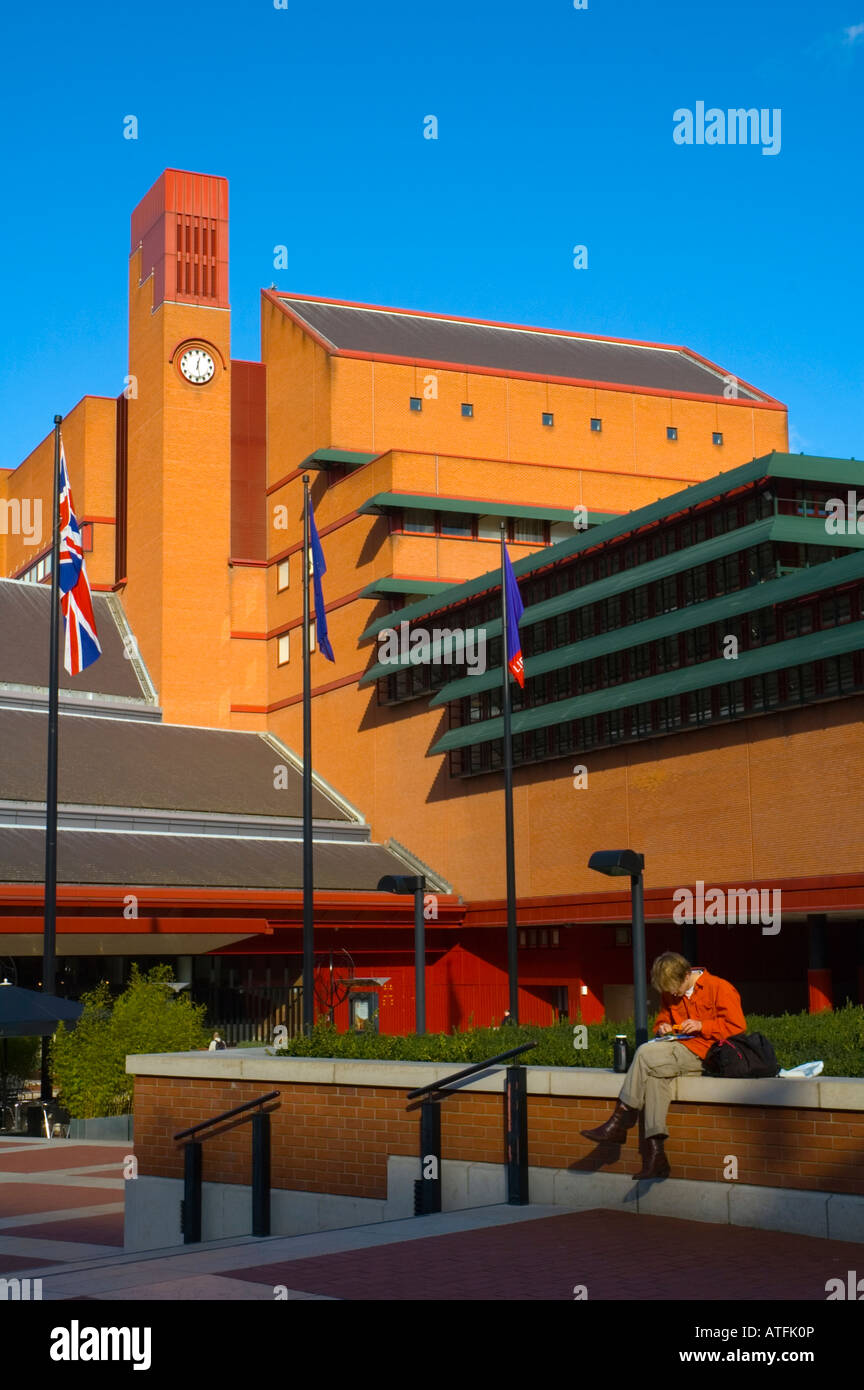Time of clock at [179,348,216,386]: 12:27
